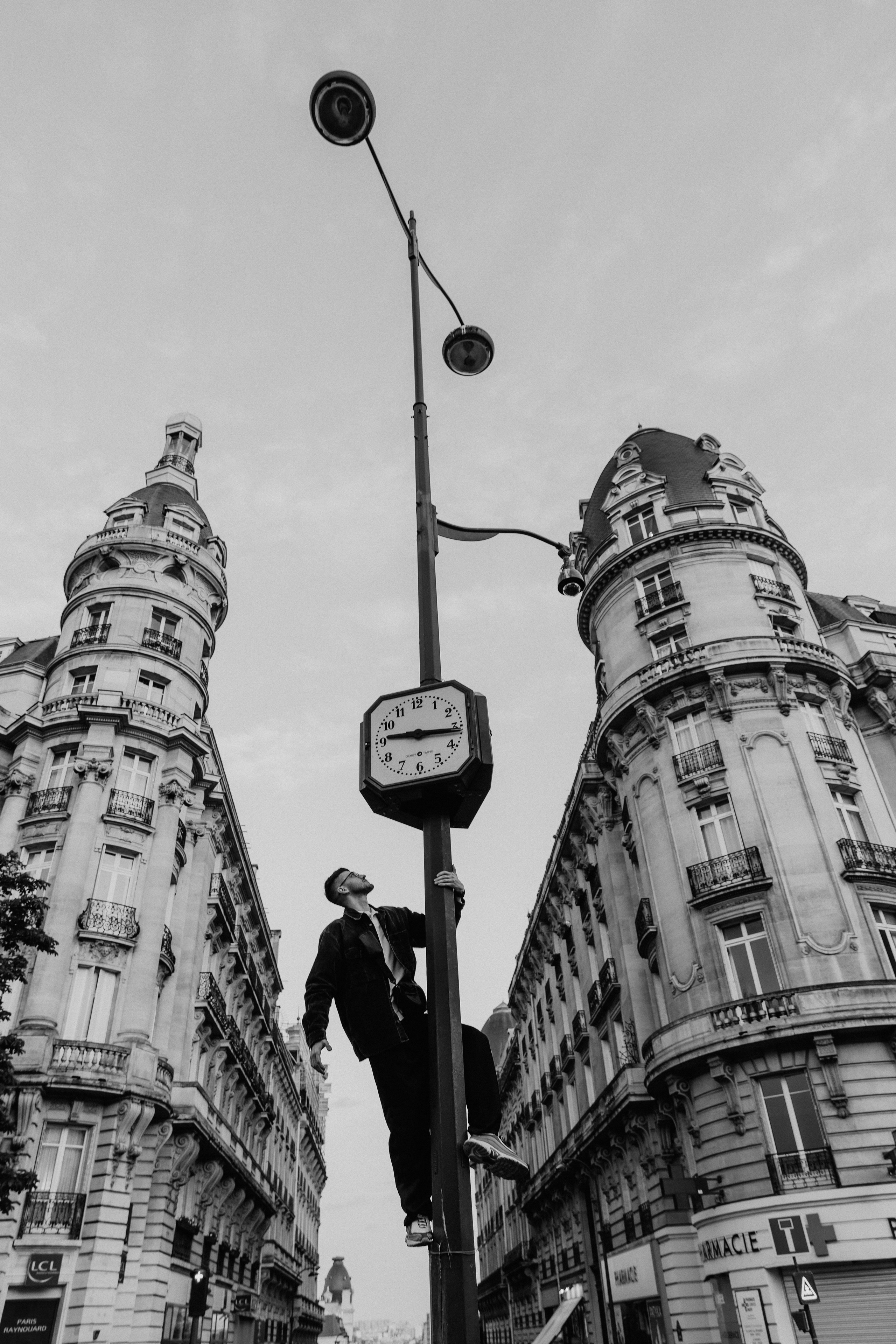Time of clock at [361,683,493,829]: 9:15
